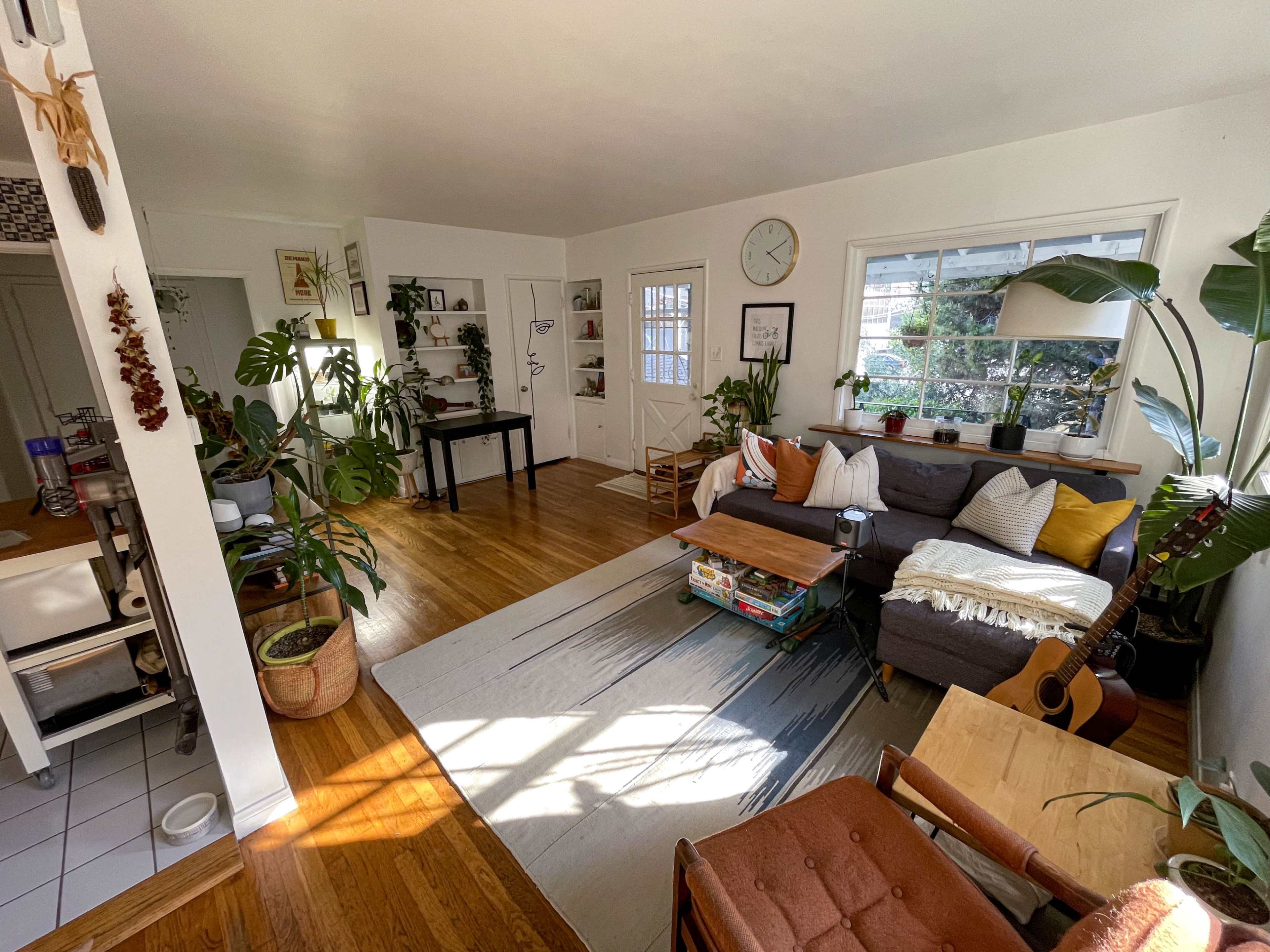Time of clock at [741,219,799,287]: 4:10
